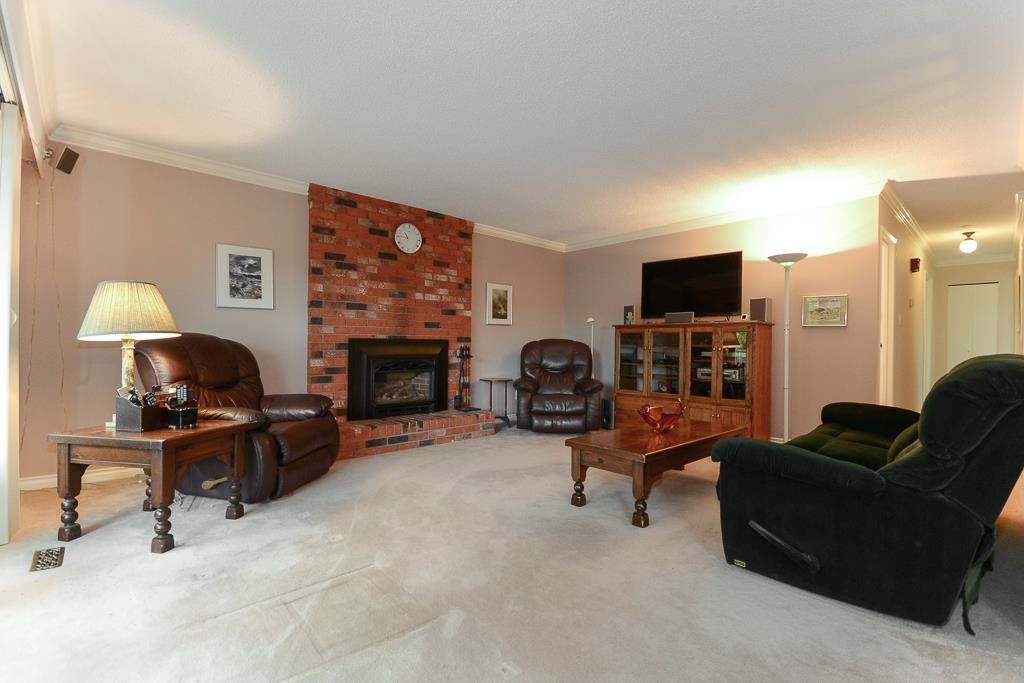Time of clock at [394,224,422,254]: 10:45
